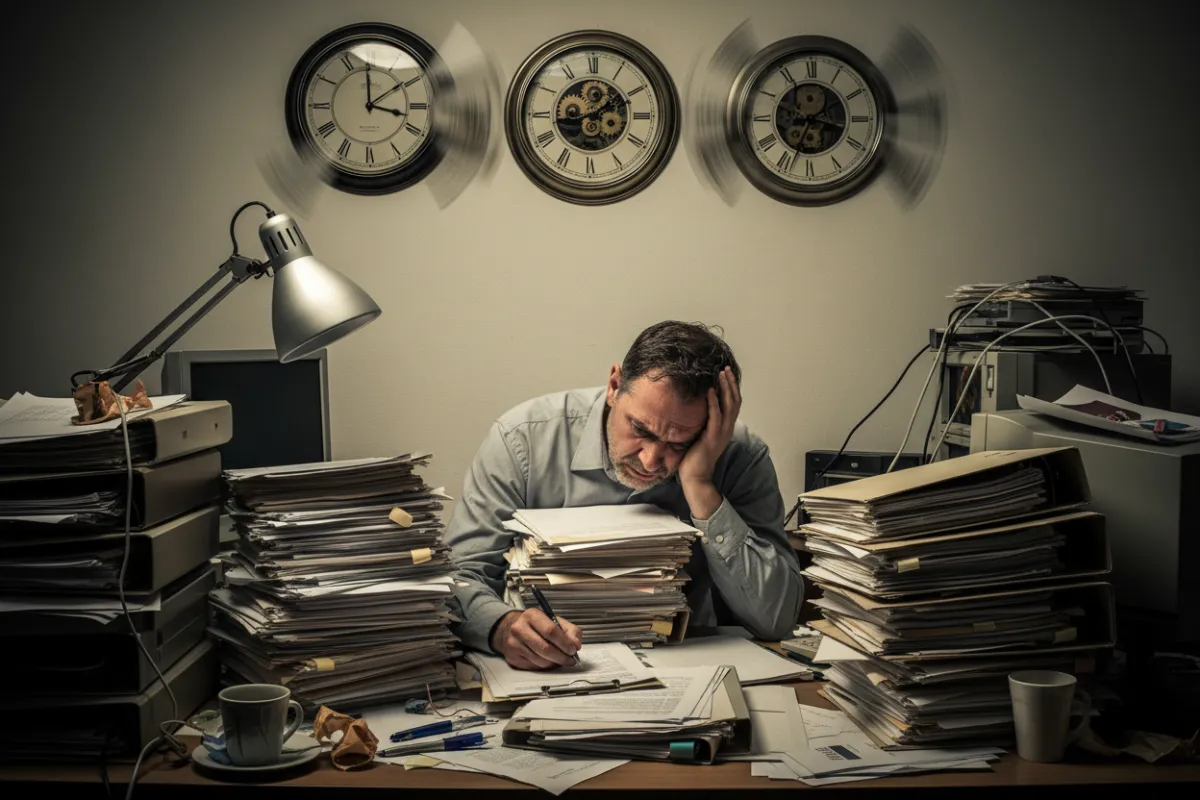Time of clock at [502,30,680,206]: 1:43
